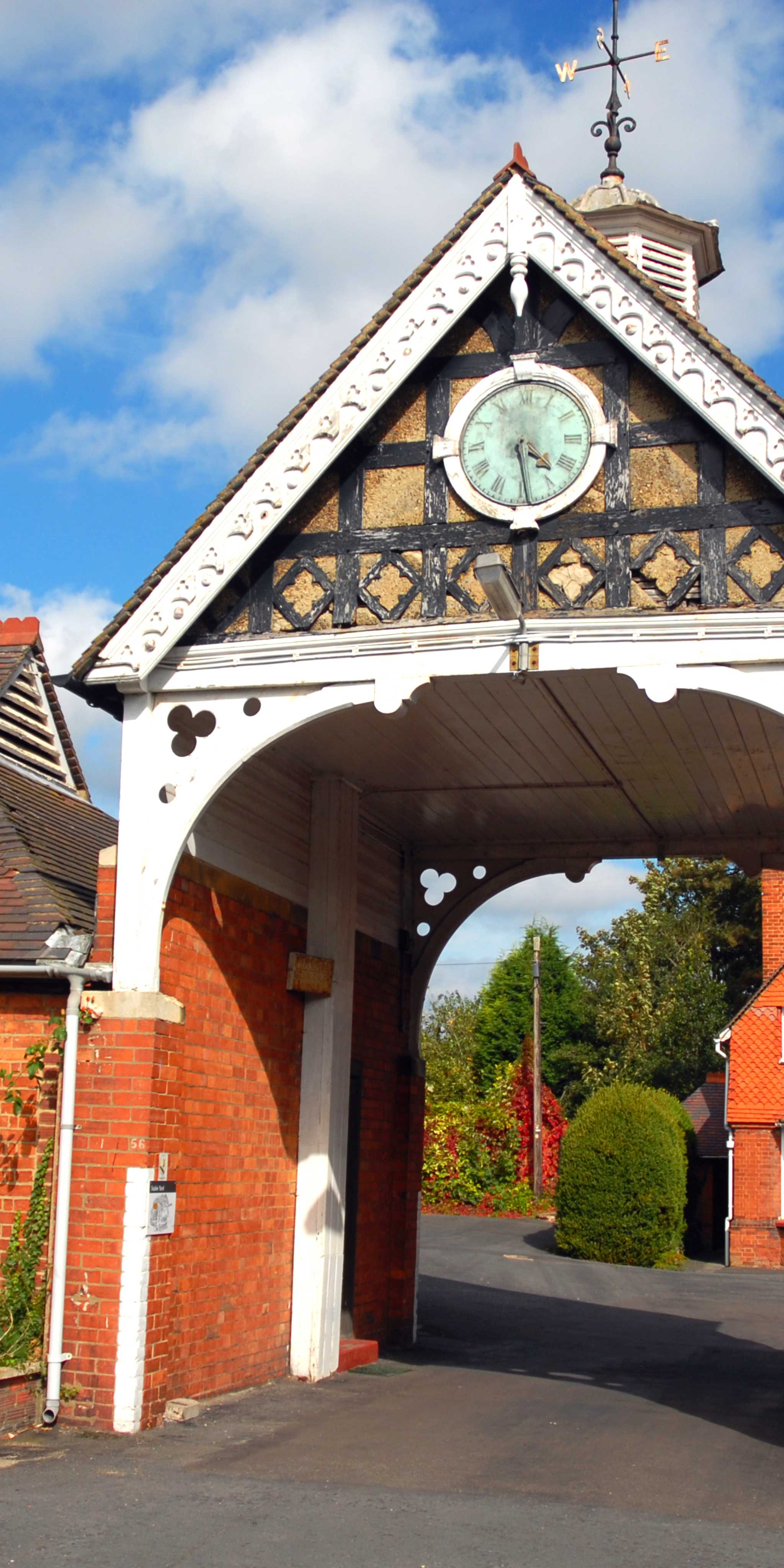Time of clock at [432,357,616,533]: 4:28
